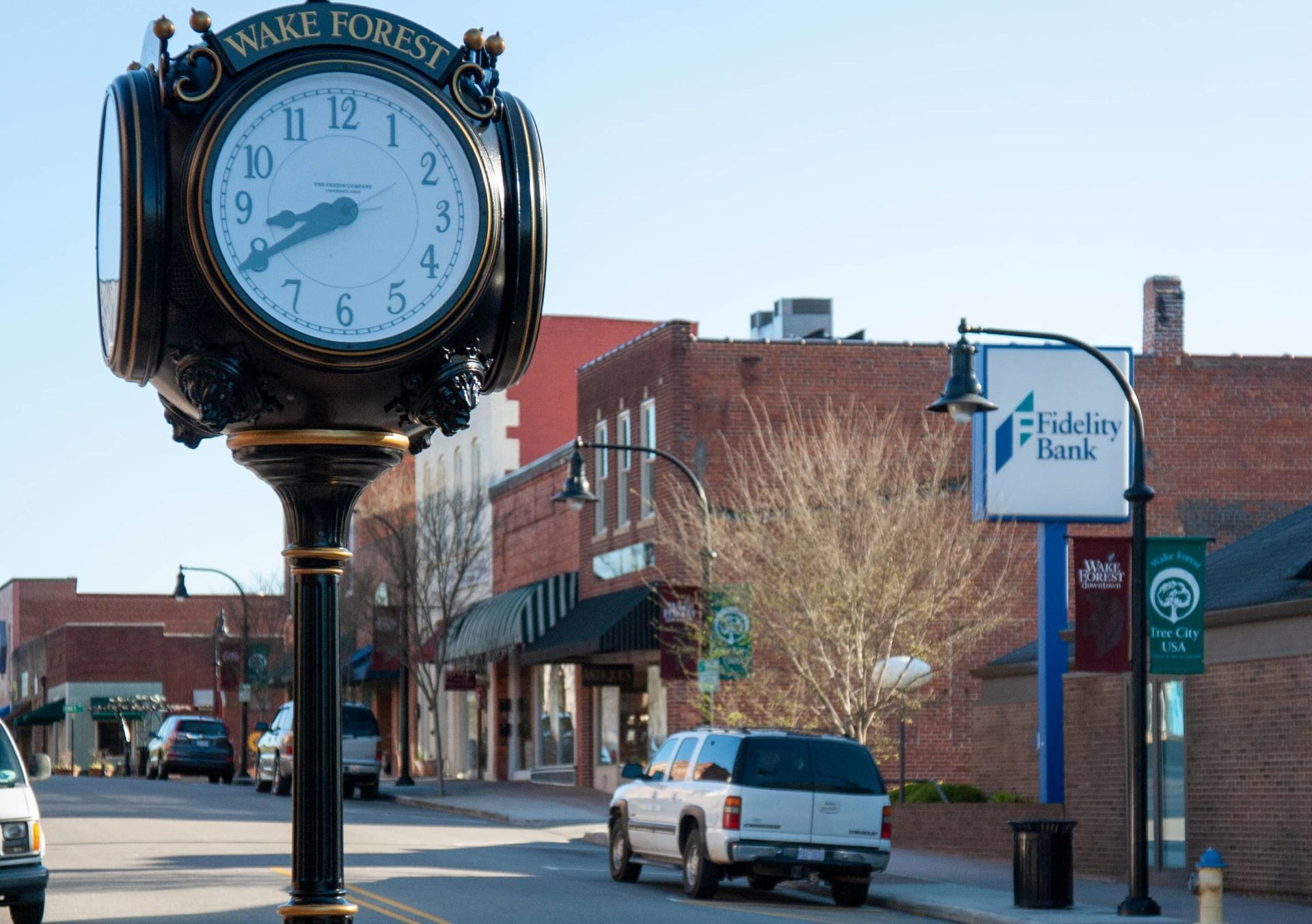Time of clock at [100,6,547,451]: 8:40
